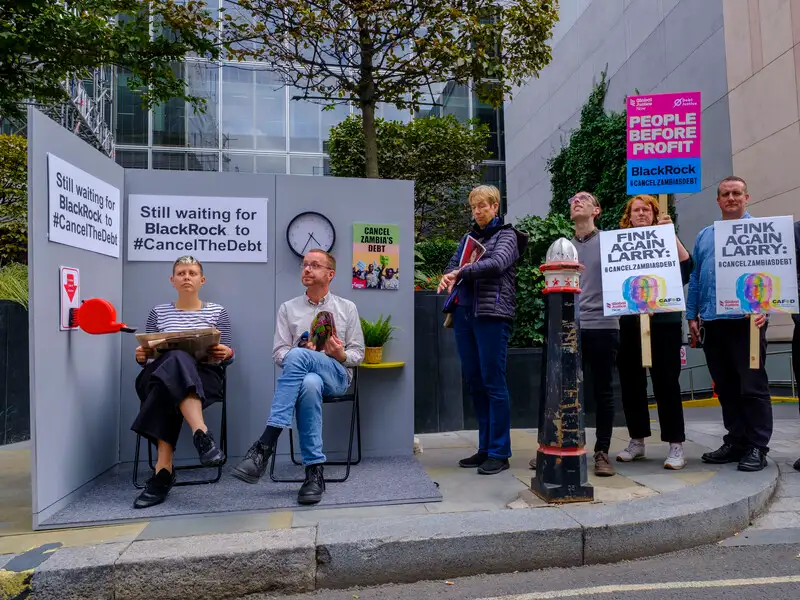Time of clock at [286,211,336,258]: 4:34
